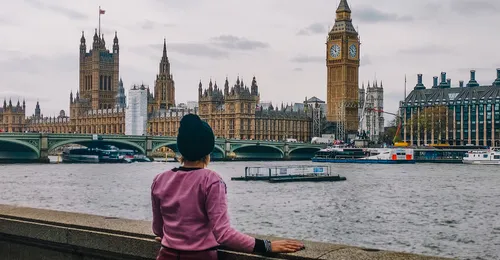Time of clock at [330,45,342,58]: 11:51
